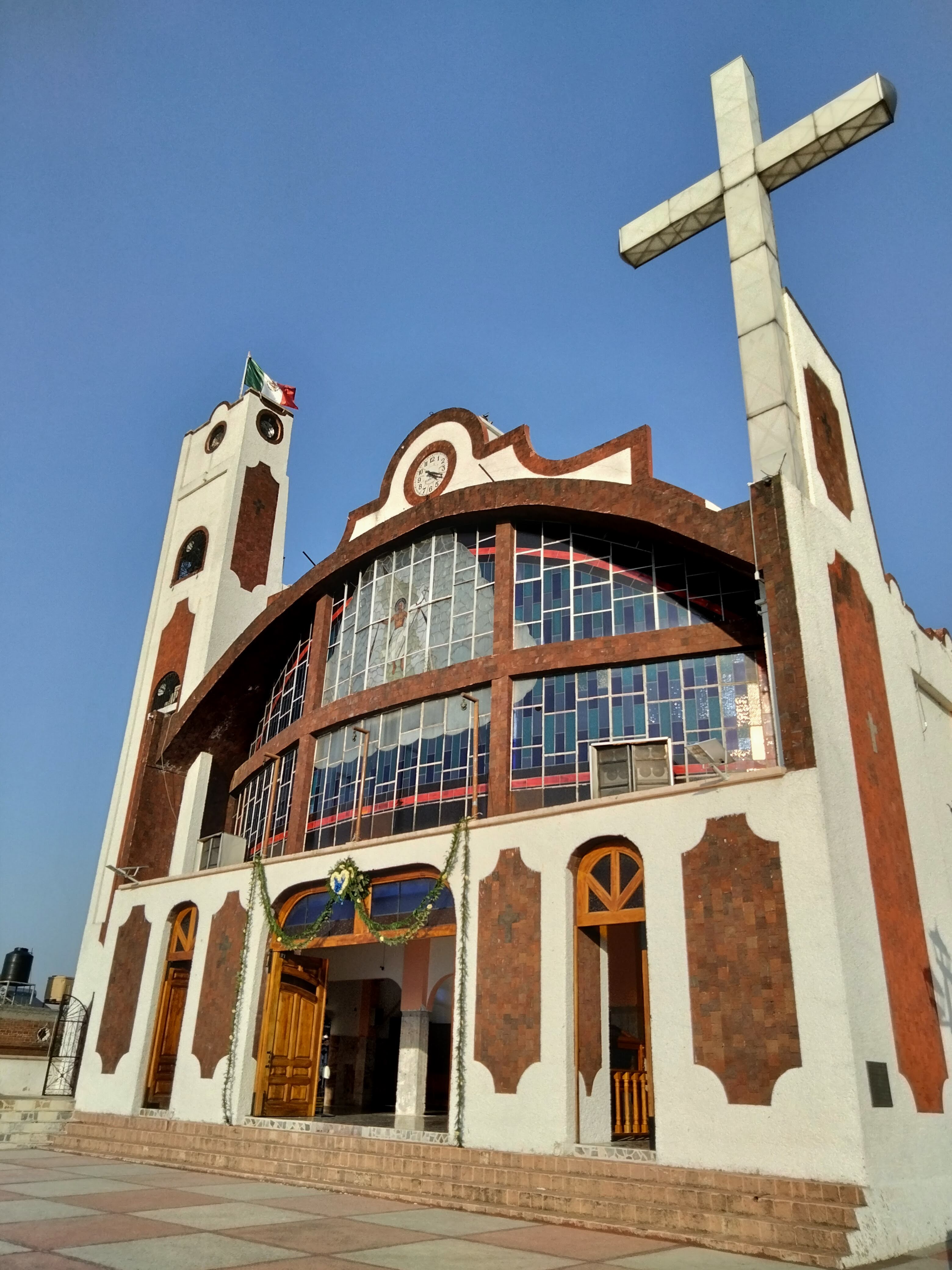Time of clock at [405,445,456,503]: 4:19
